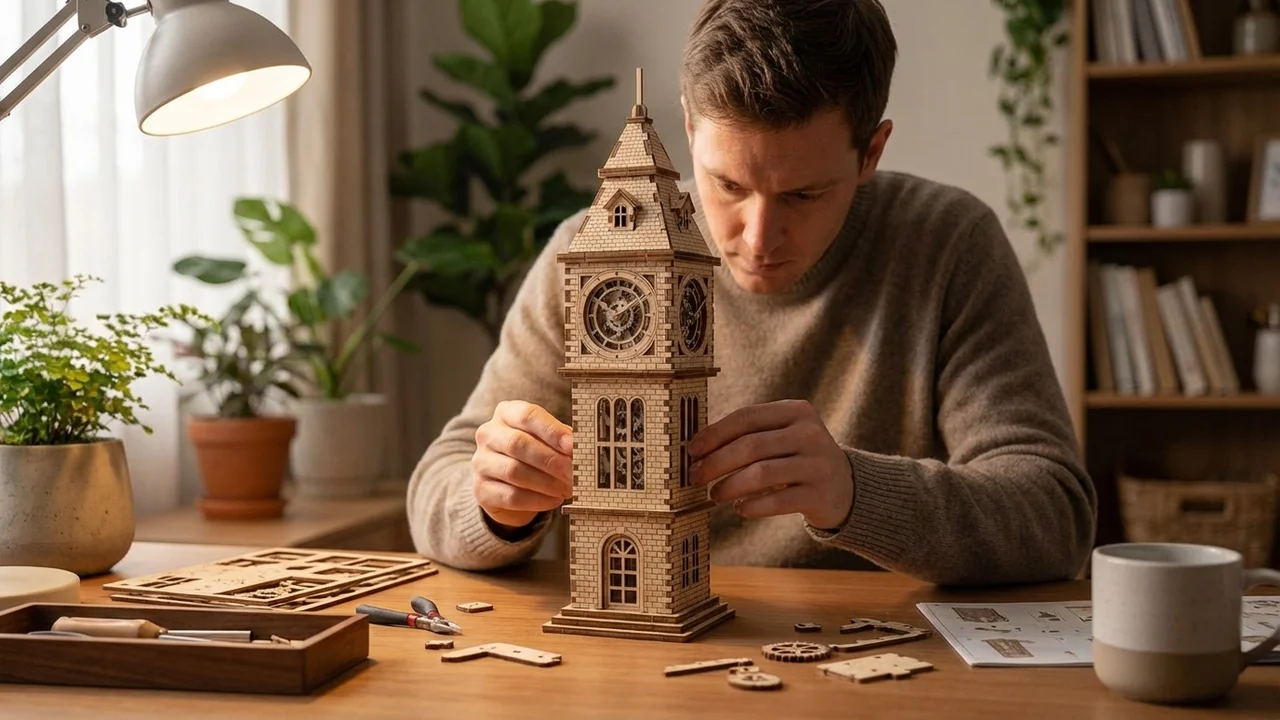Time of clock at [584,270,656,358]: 10:09
